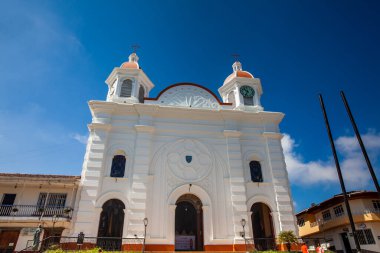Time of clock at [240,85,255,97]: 10:34
